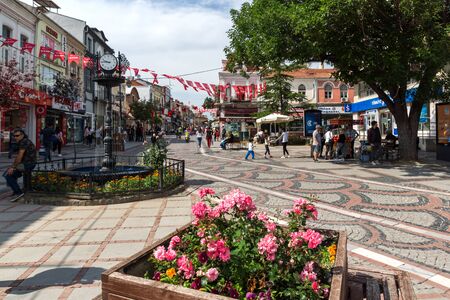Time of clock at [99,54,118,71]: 9:45
